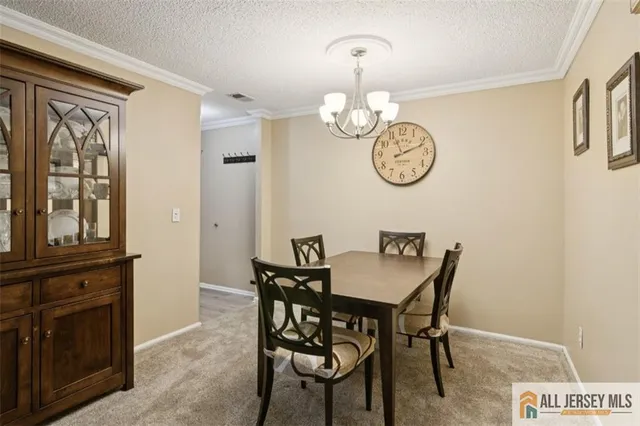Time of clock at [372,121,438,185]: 2:11
